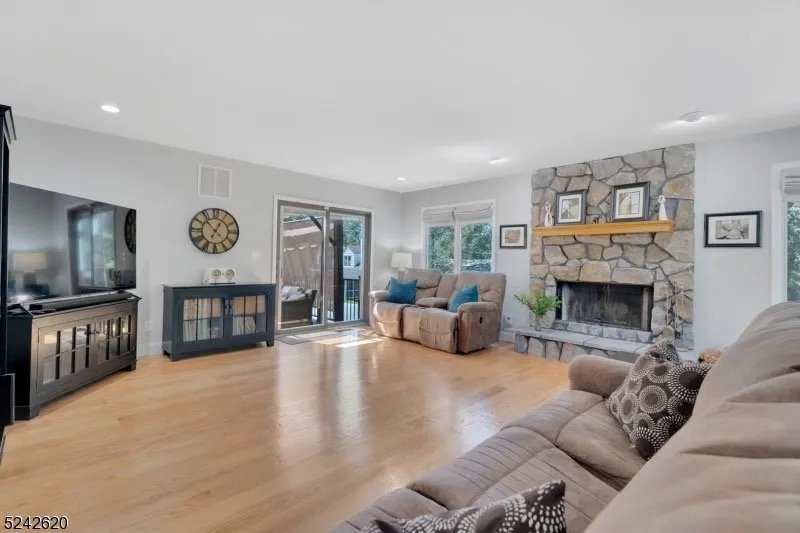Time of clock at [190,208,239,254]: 12:52
